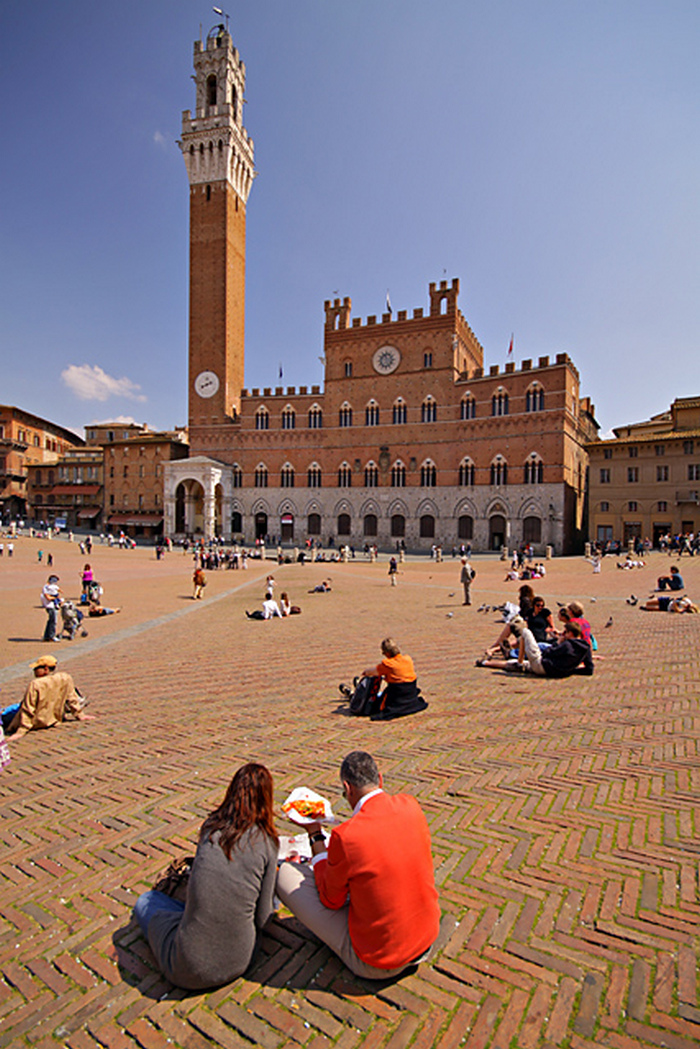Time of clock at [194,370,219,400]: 8:11
